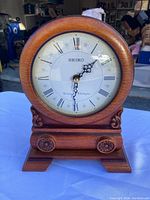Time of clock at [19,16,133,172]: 1:30
